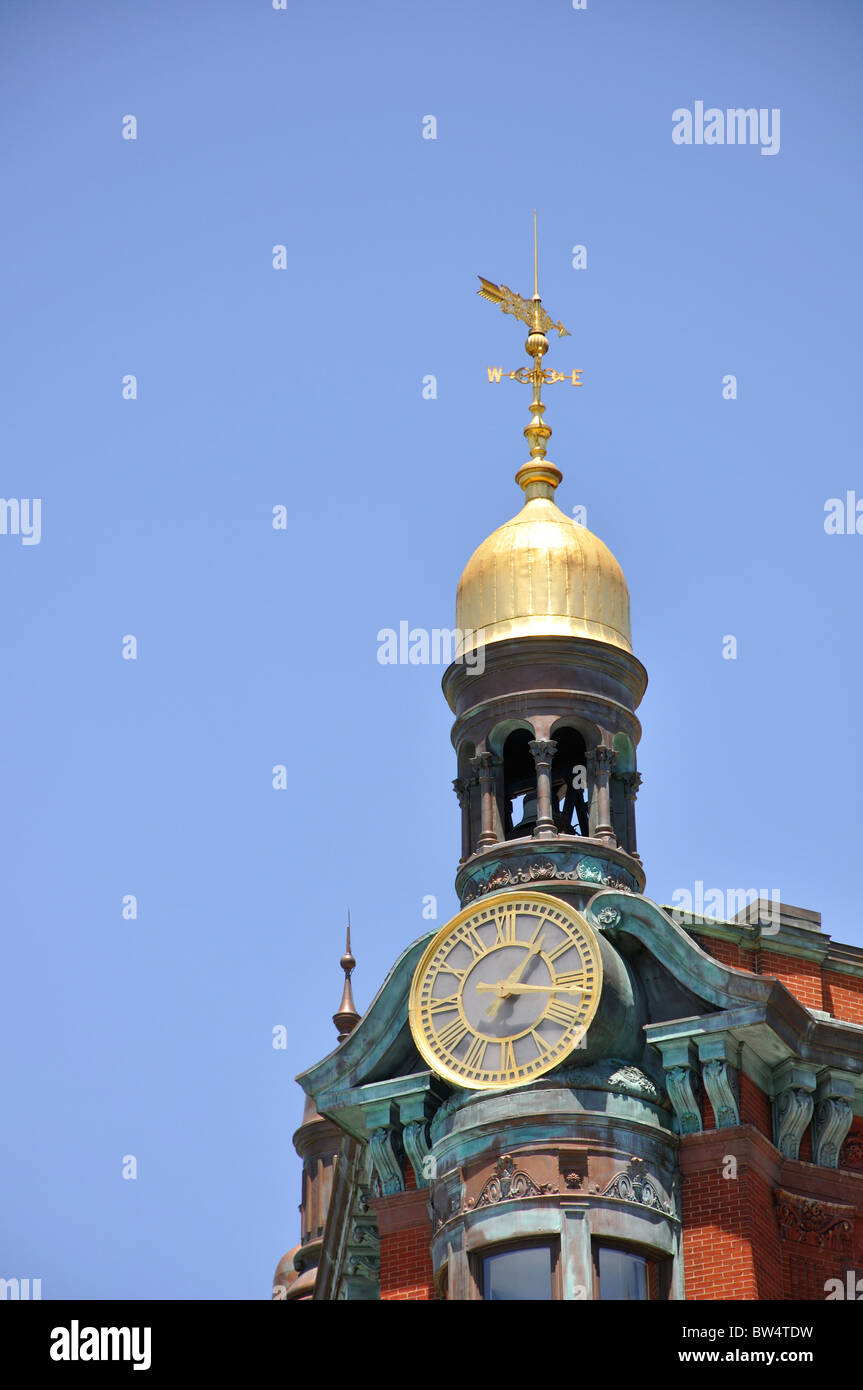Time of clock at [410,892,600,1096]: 1:16
